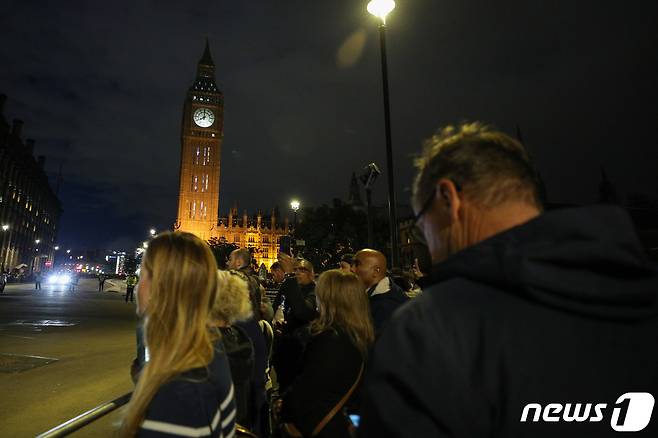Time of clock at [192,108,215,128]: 7:59
